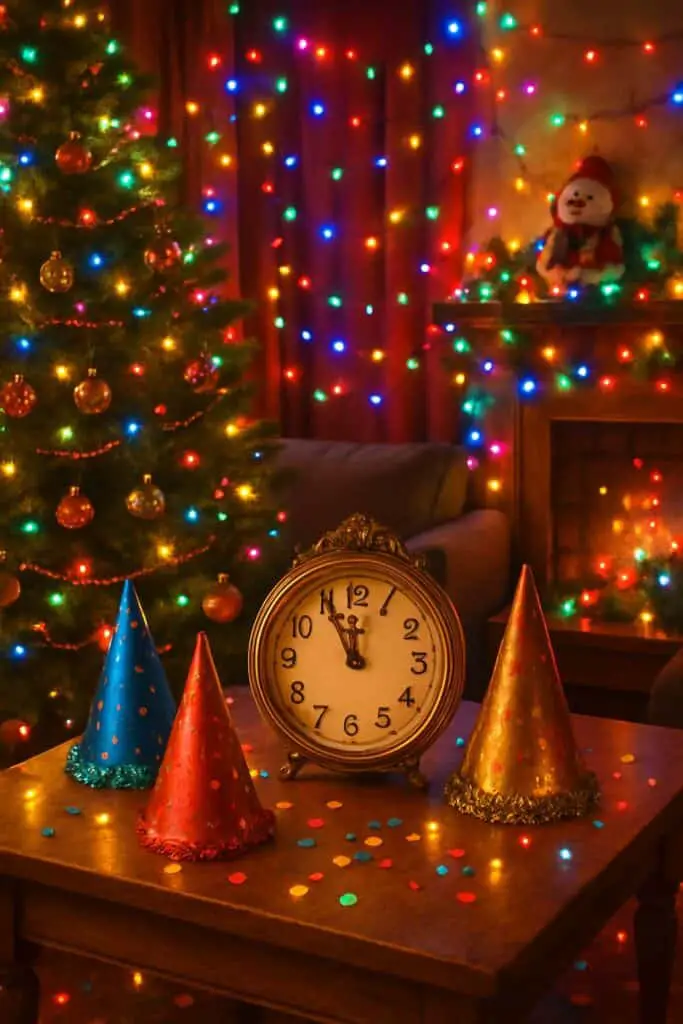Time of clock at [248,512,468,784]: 11:55
